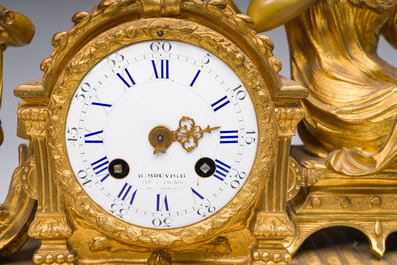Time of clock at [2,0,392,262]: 4:13
